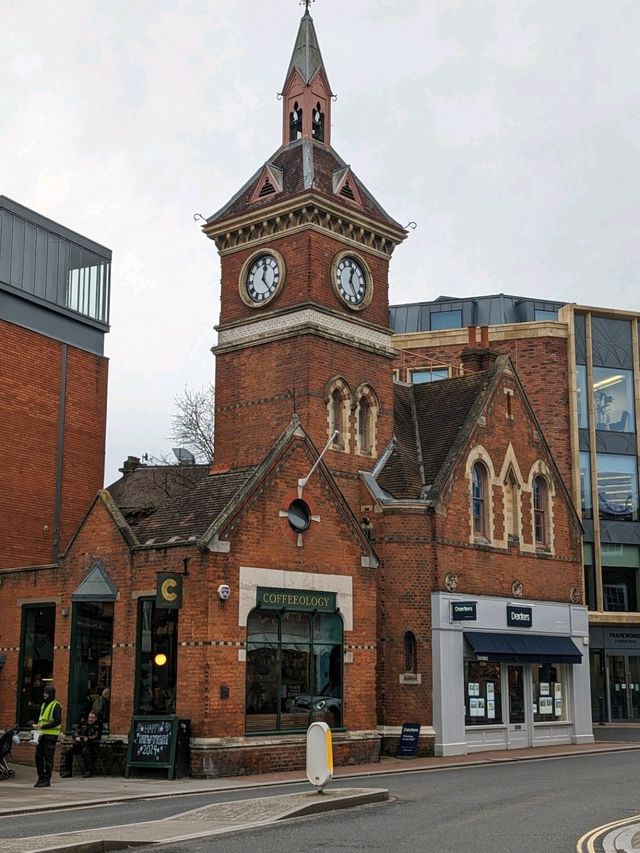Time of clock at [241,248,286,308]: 12:23
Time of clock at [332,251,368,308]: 12:24
